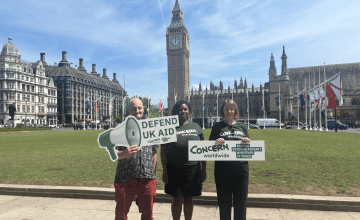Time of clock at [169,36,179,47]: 1:01
